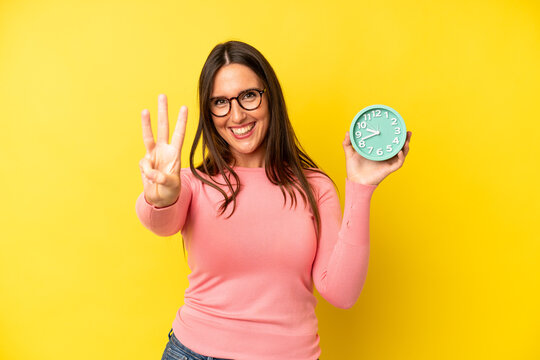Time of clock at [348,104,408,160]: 9:42
